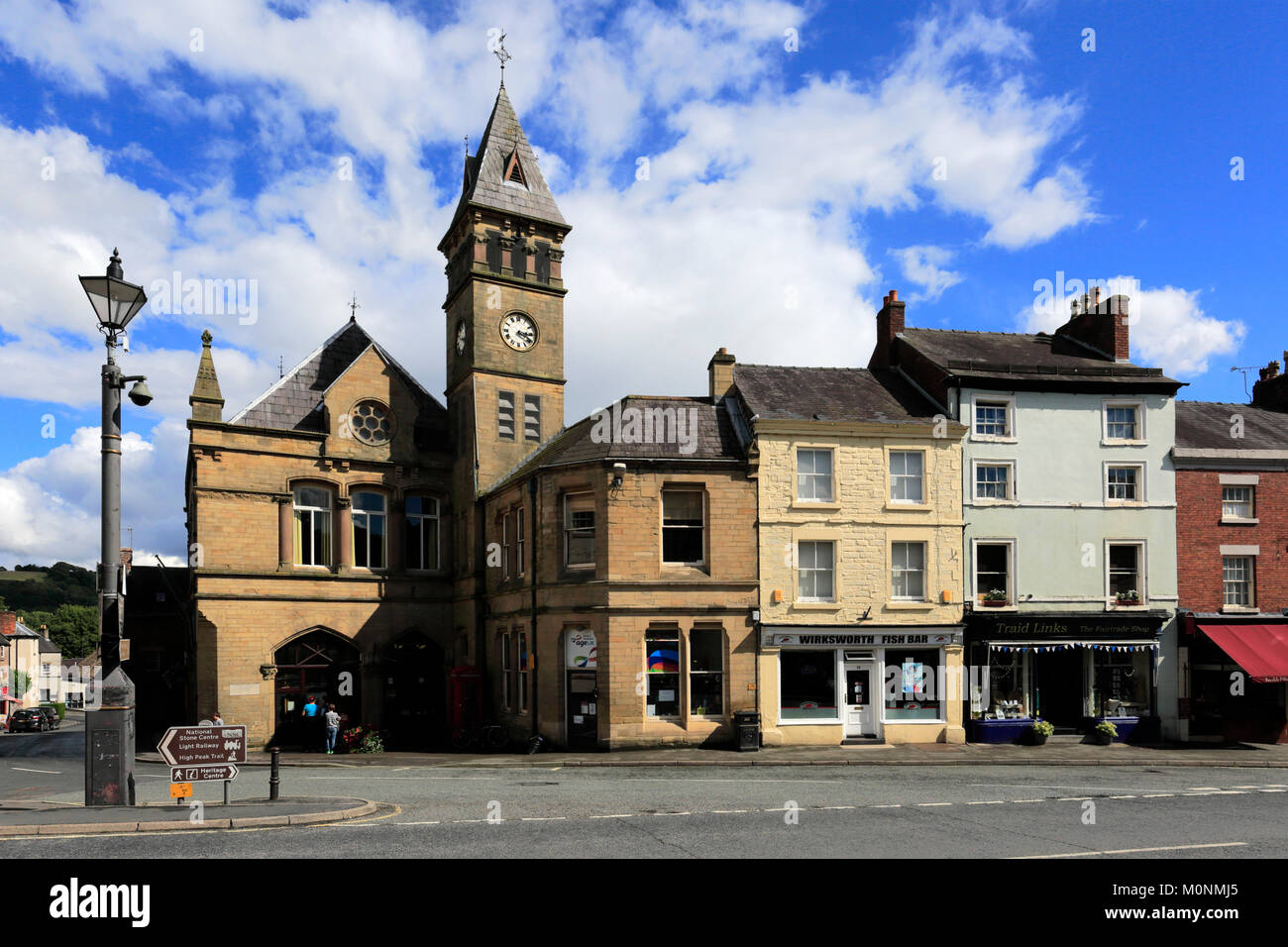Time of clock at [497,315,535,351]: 3:19
